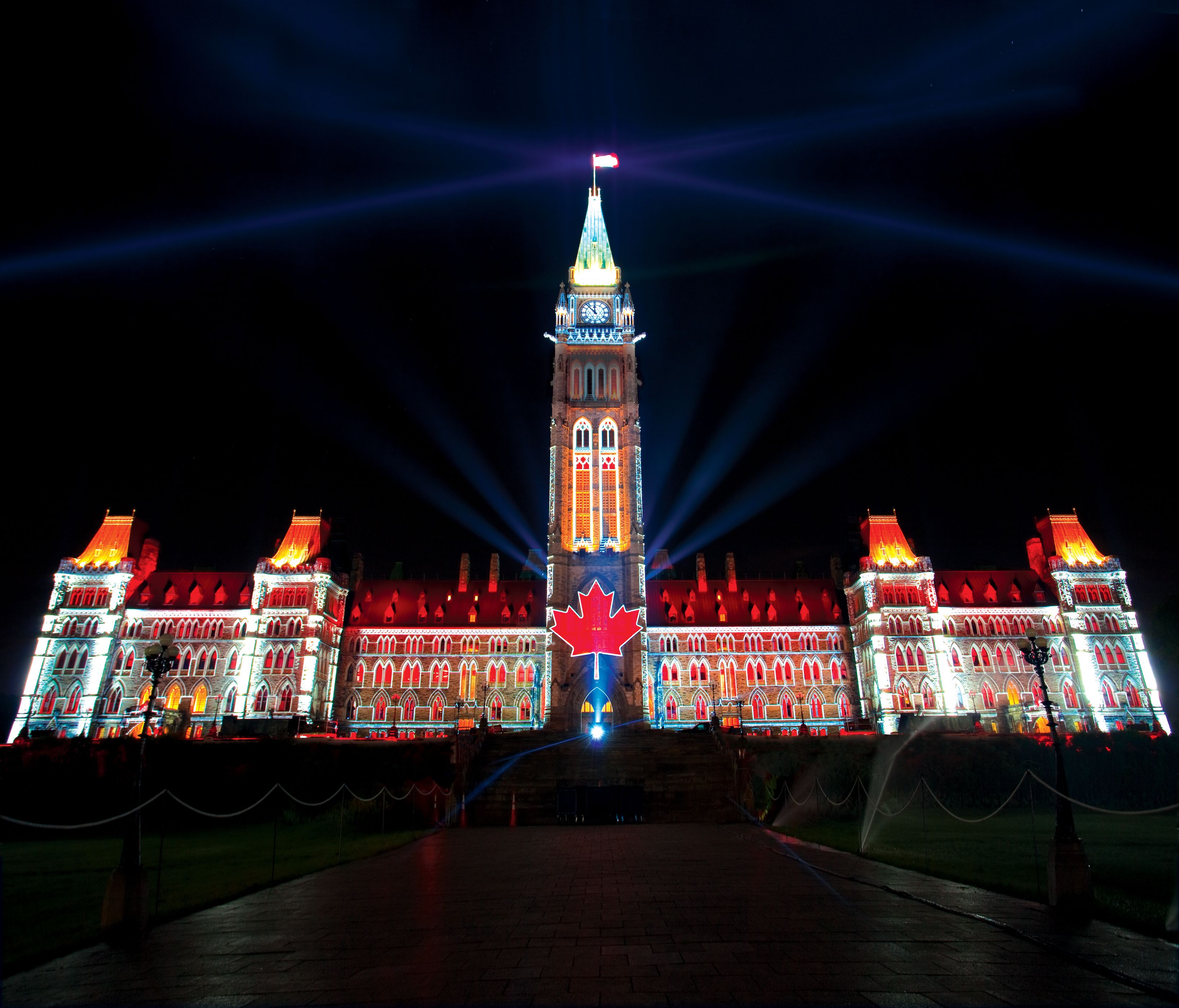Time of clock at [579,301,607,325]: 11:53
